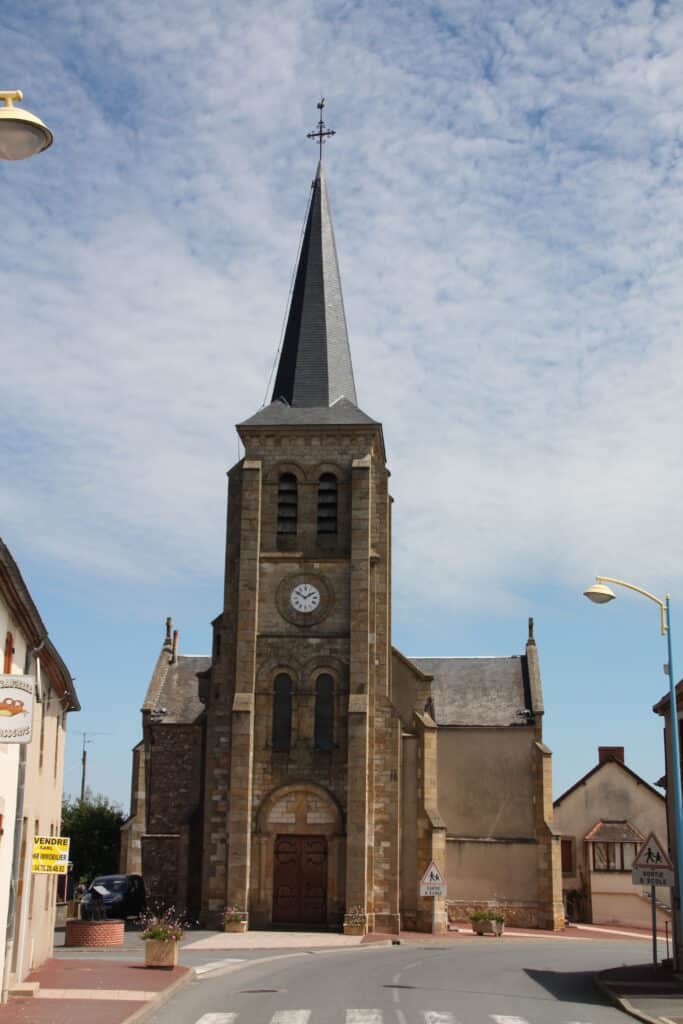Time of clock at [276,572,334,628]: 1:50
